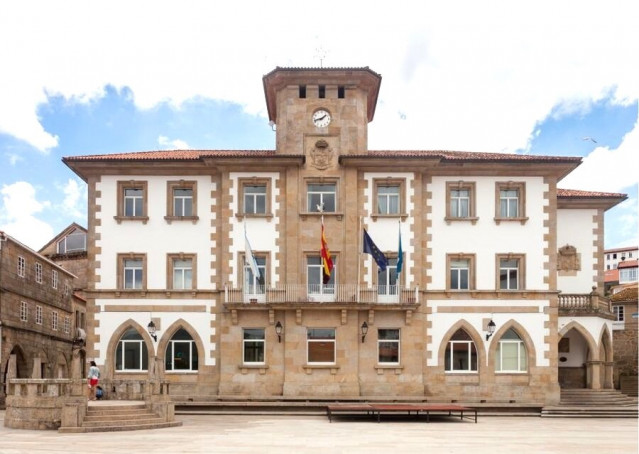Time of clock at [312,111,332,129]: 1:42
